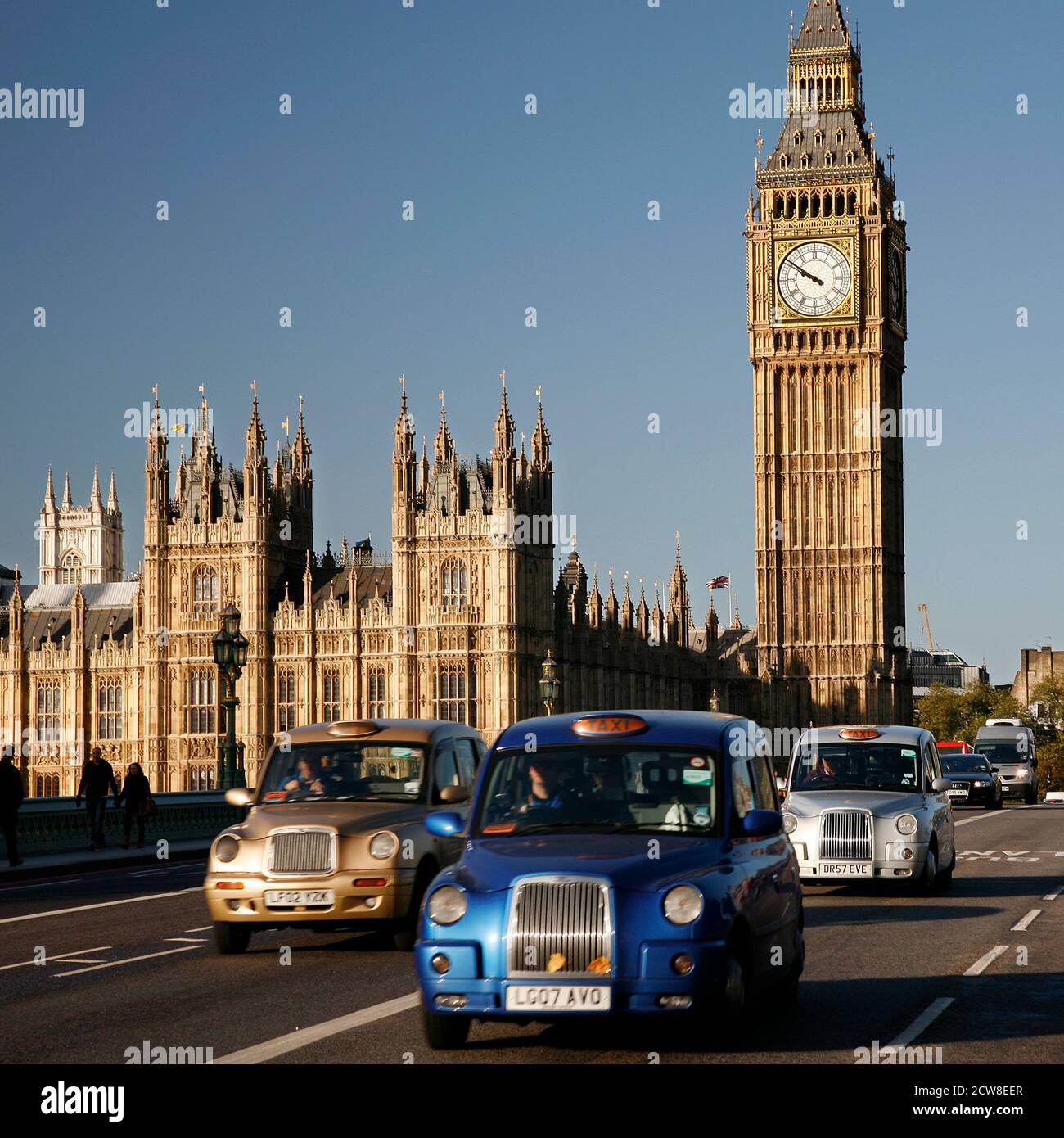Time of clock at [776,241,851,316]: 9:50
